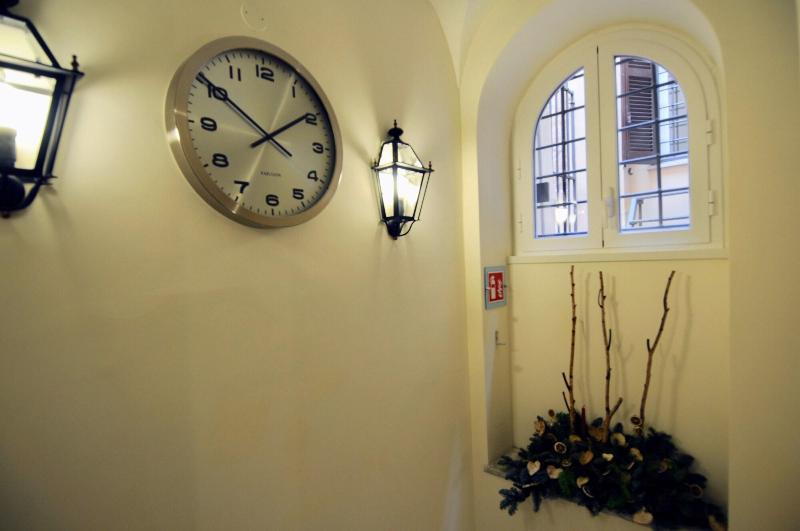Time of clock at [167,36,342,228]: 1:50
